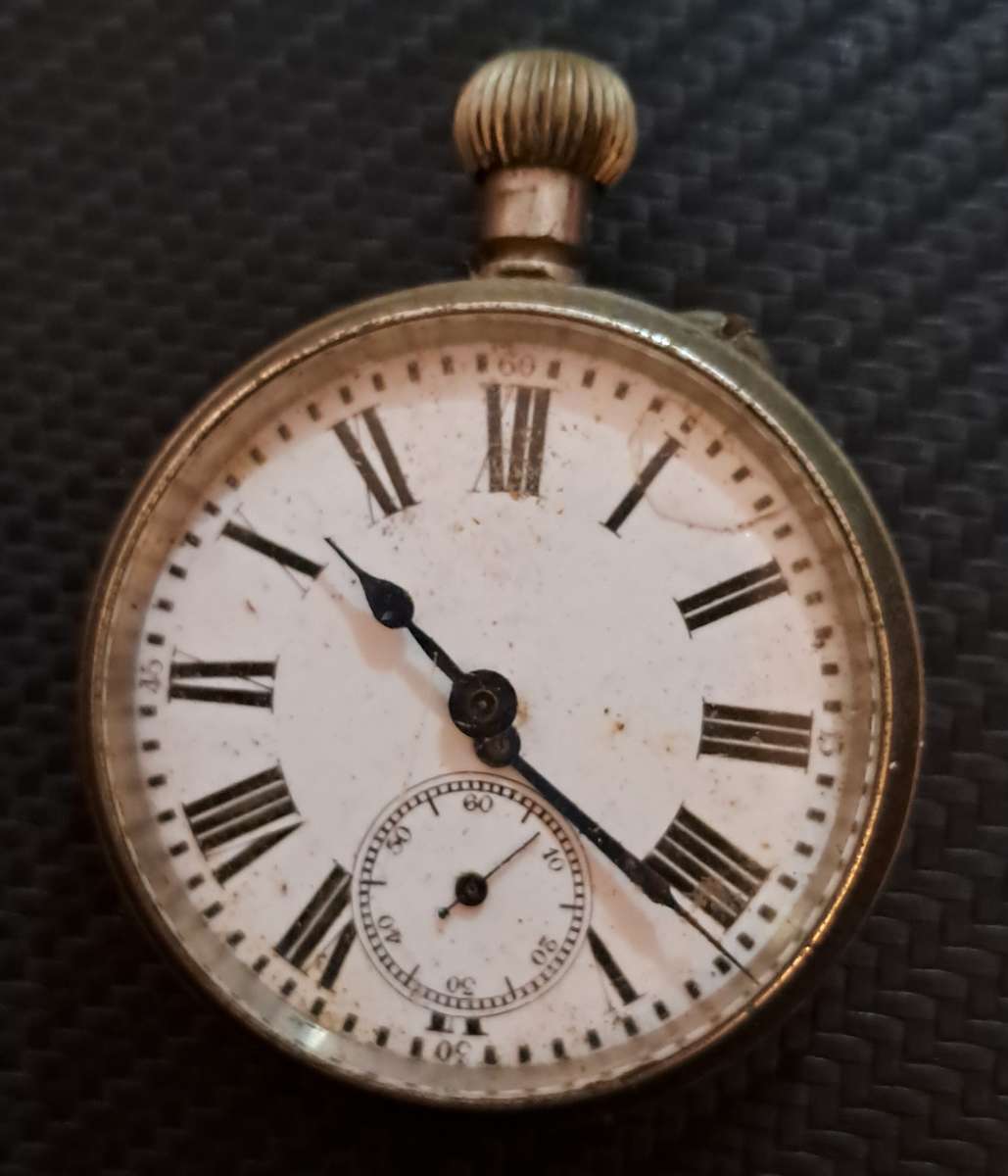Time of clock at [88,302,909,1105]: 10:21
